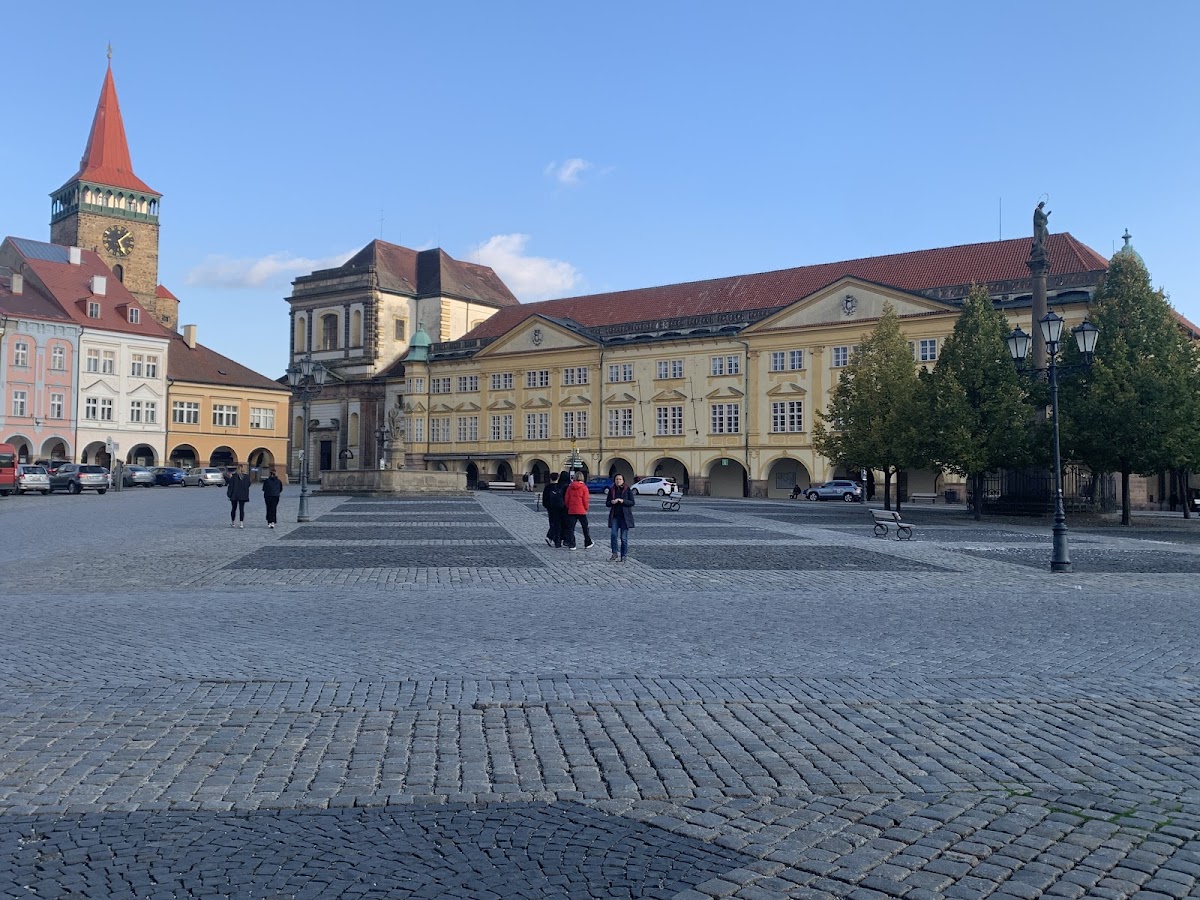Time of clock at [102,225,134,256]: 1:26
